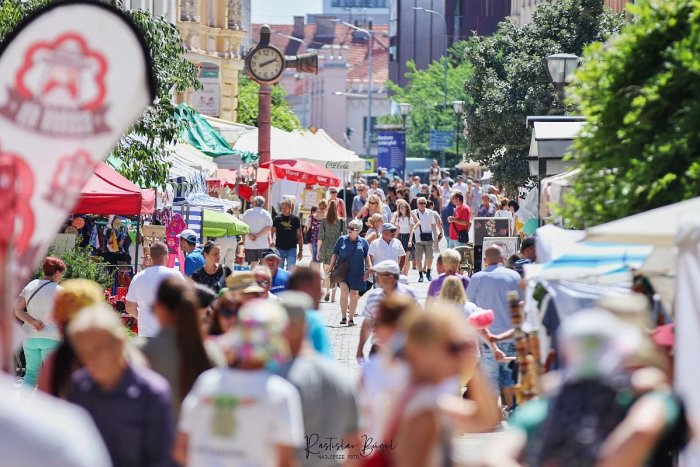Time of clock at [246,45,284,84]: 2:11
